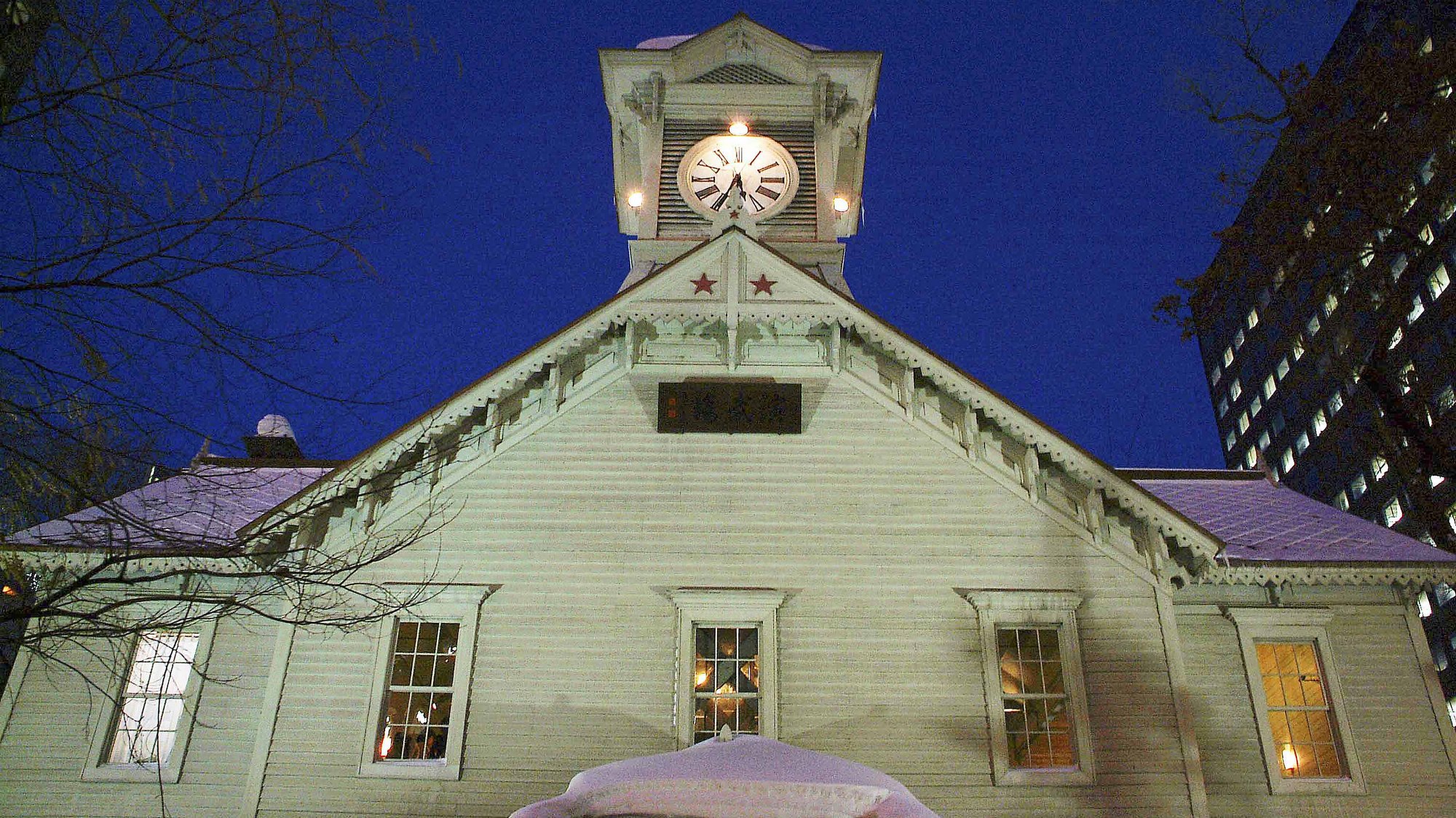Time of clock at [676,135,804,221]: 5:34
